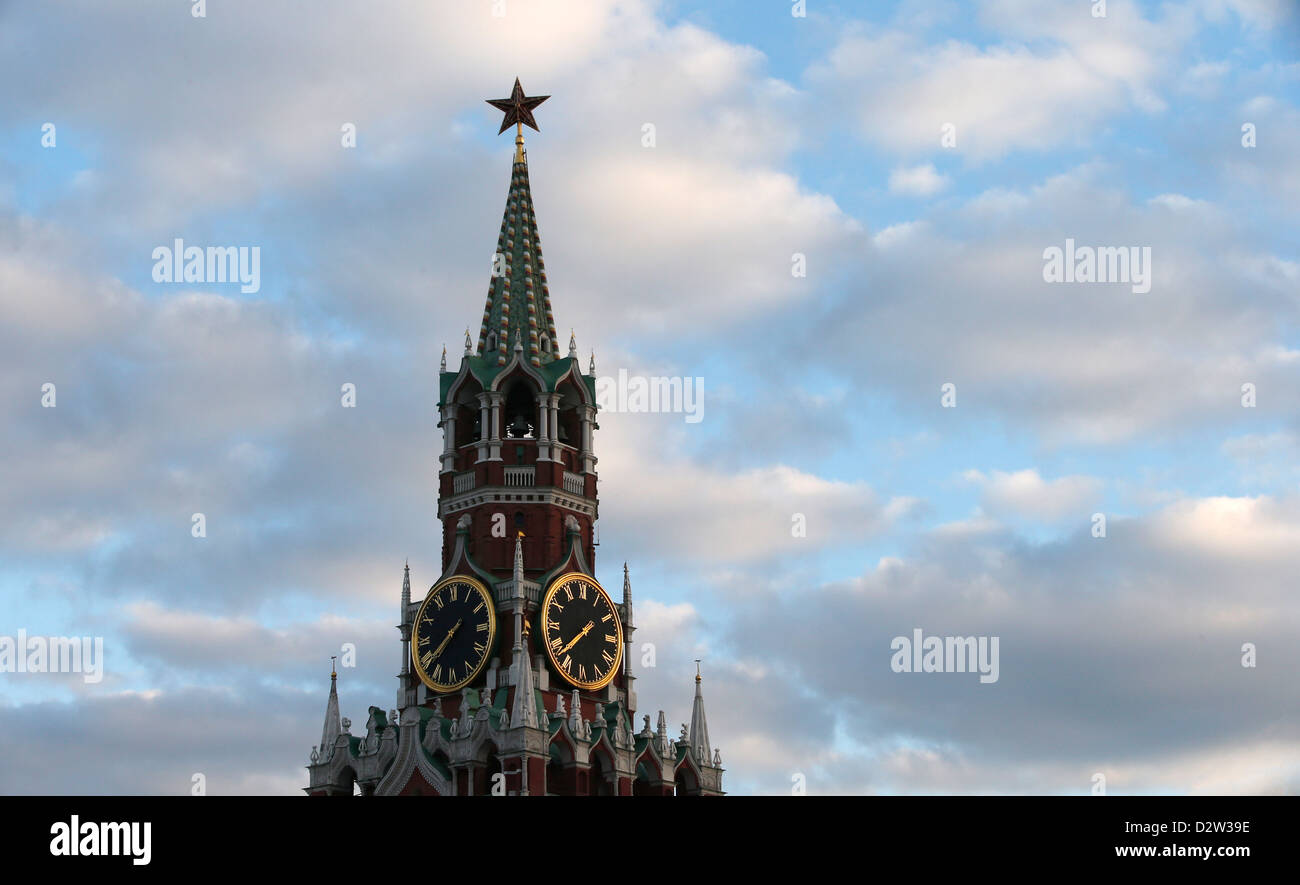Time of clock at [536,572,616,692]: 1:37
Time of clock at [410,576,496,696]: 7:38
